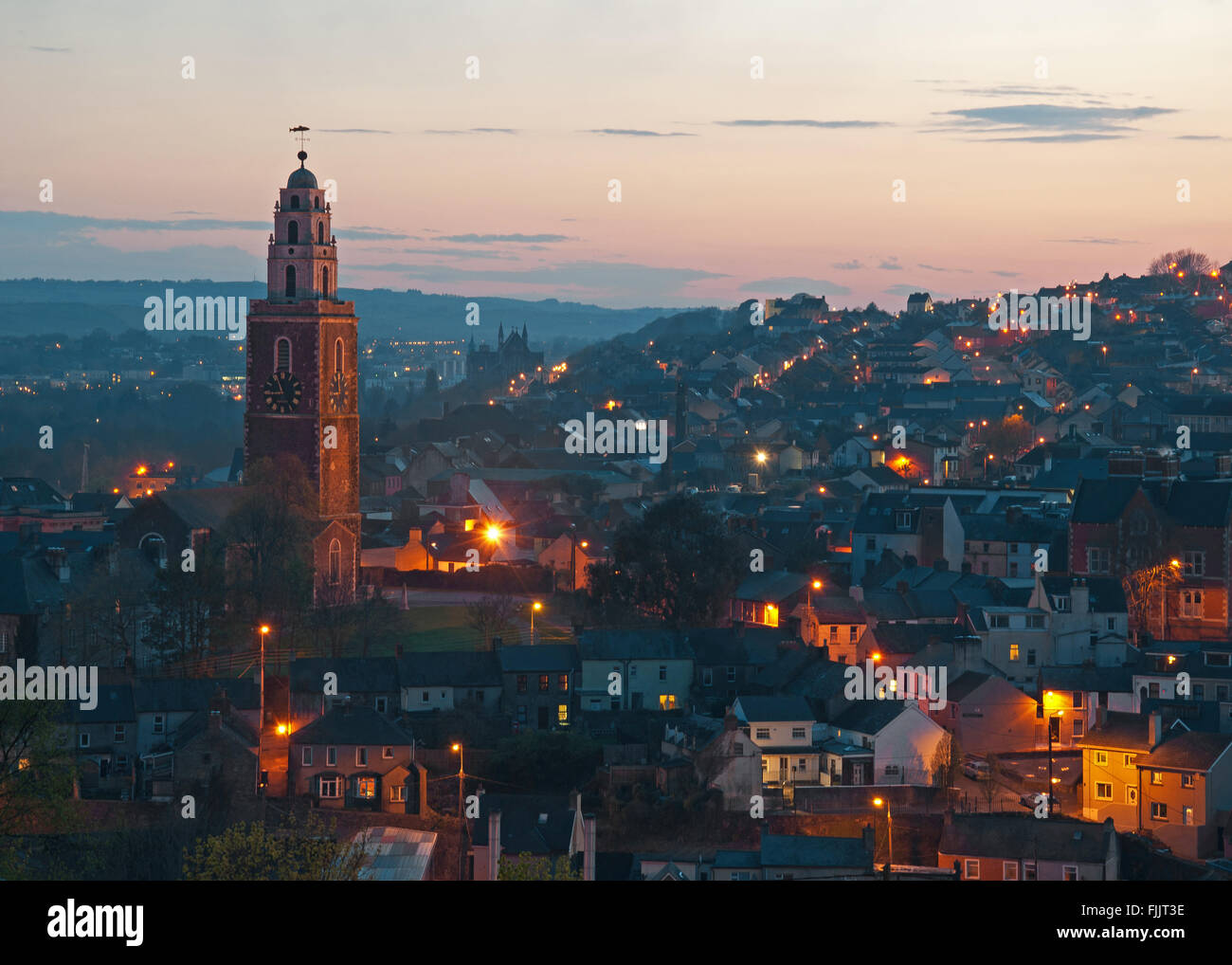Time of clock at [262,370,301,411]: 8:56
